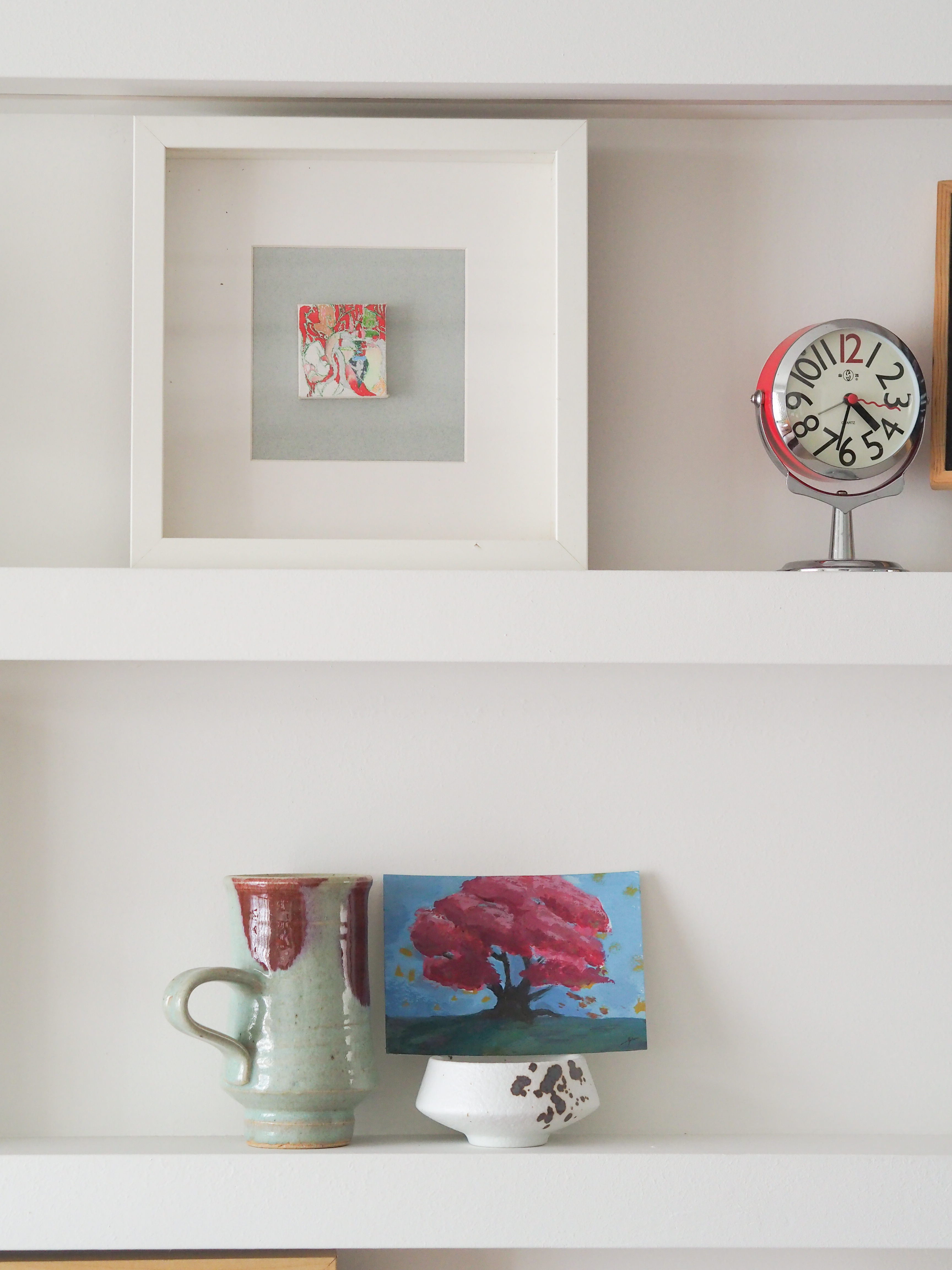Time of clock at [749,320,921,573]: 4:31
